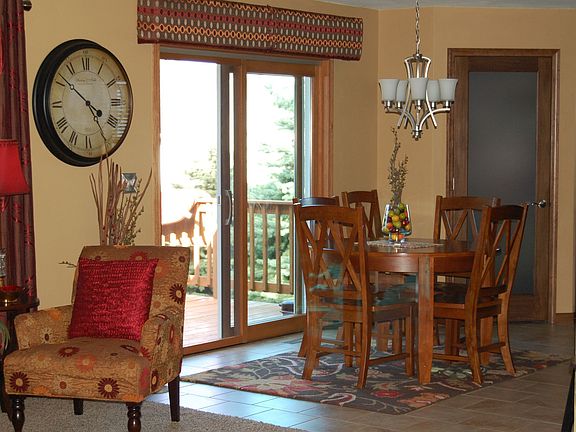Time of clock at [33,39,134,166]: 4:51
